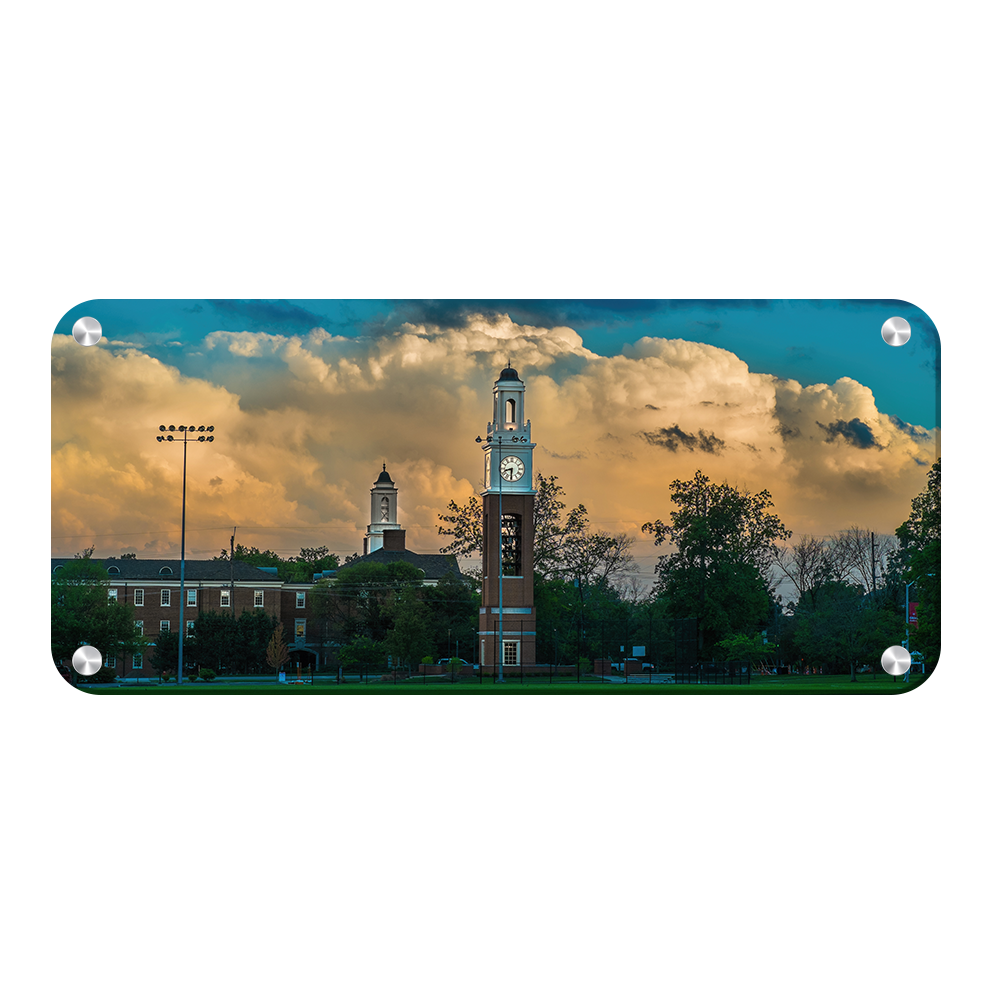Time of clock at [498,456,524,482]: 8:30
